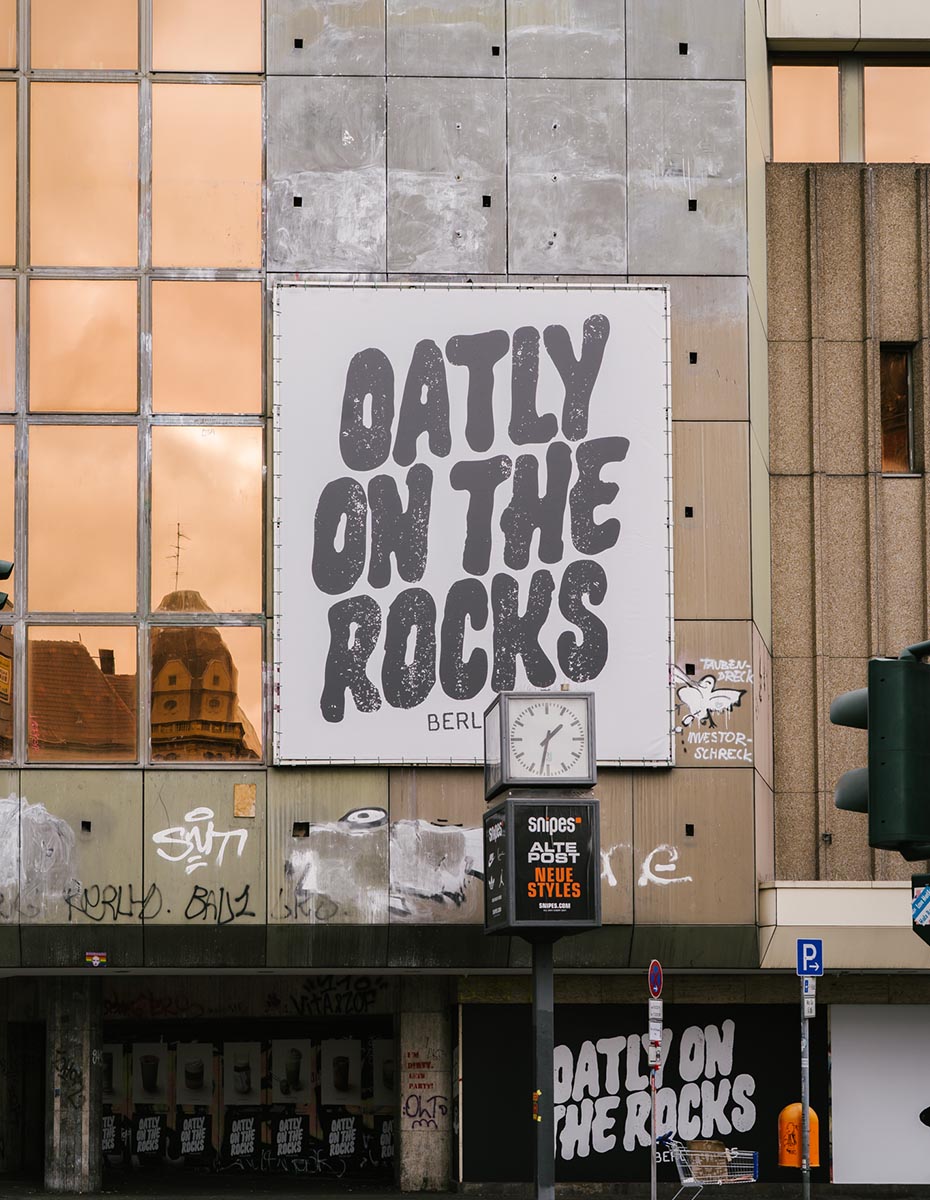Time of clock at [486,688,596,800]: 1:32
